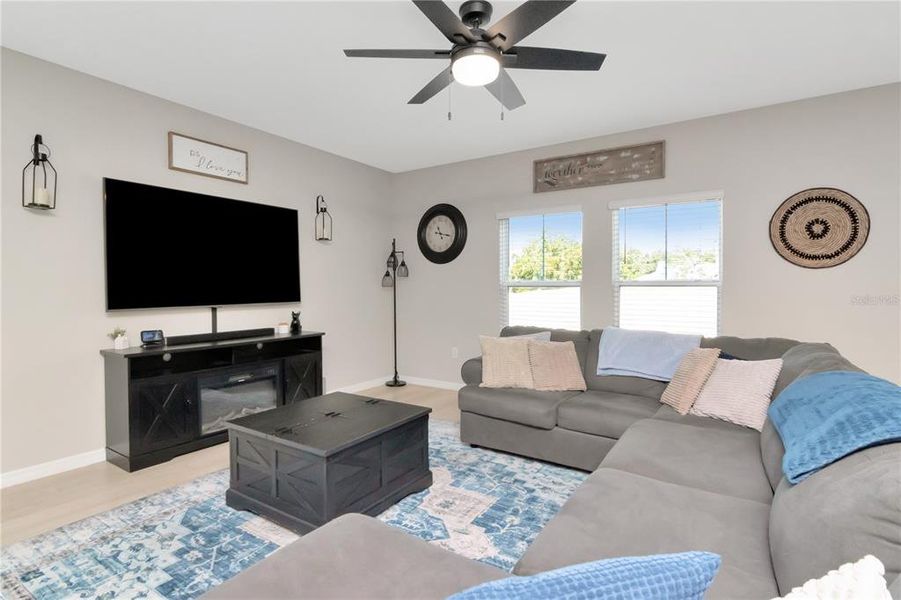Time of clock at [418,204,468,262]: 11:17
